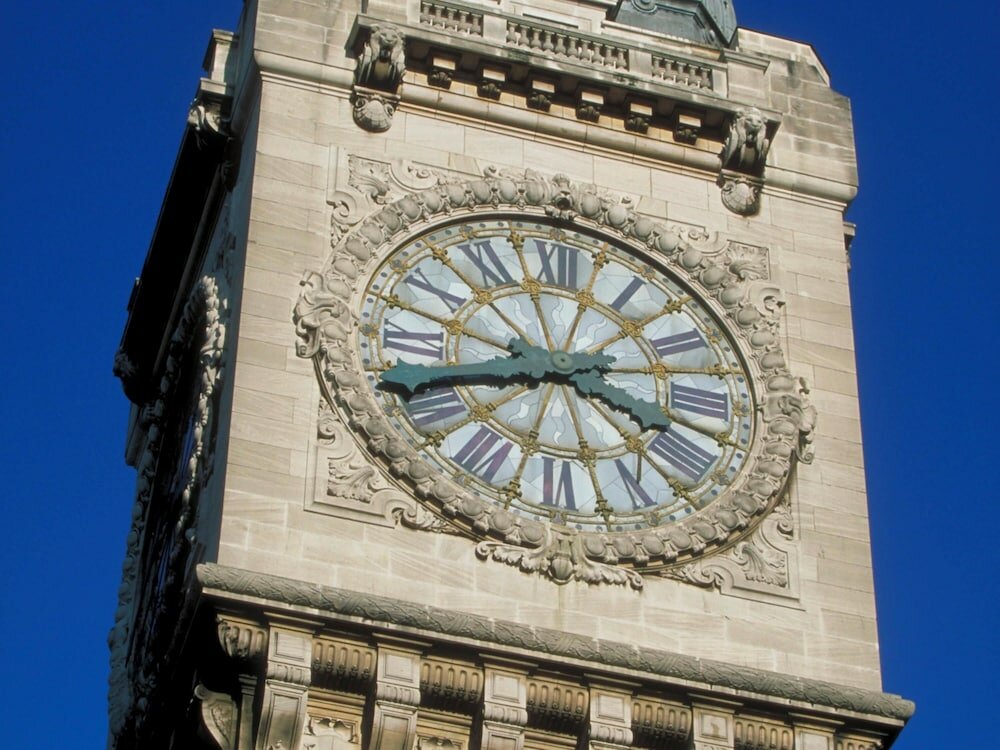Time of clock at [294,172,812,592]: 3:40
